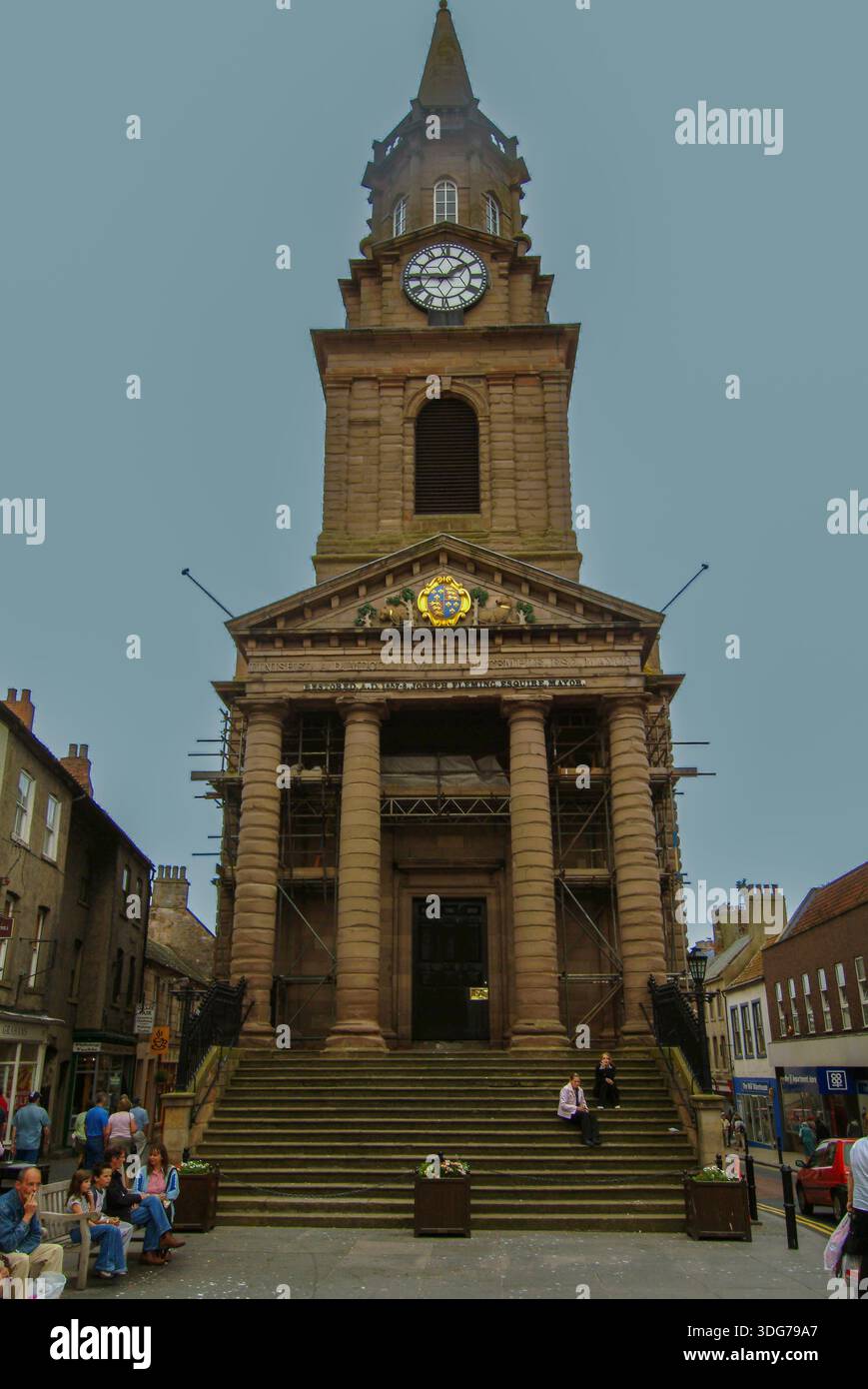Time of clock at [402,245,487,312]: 1:45
